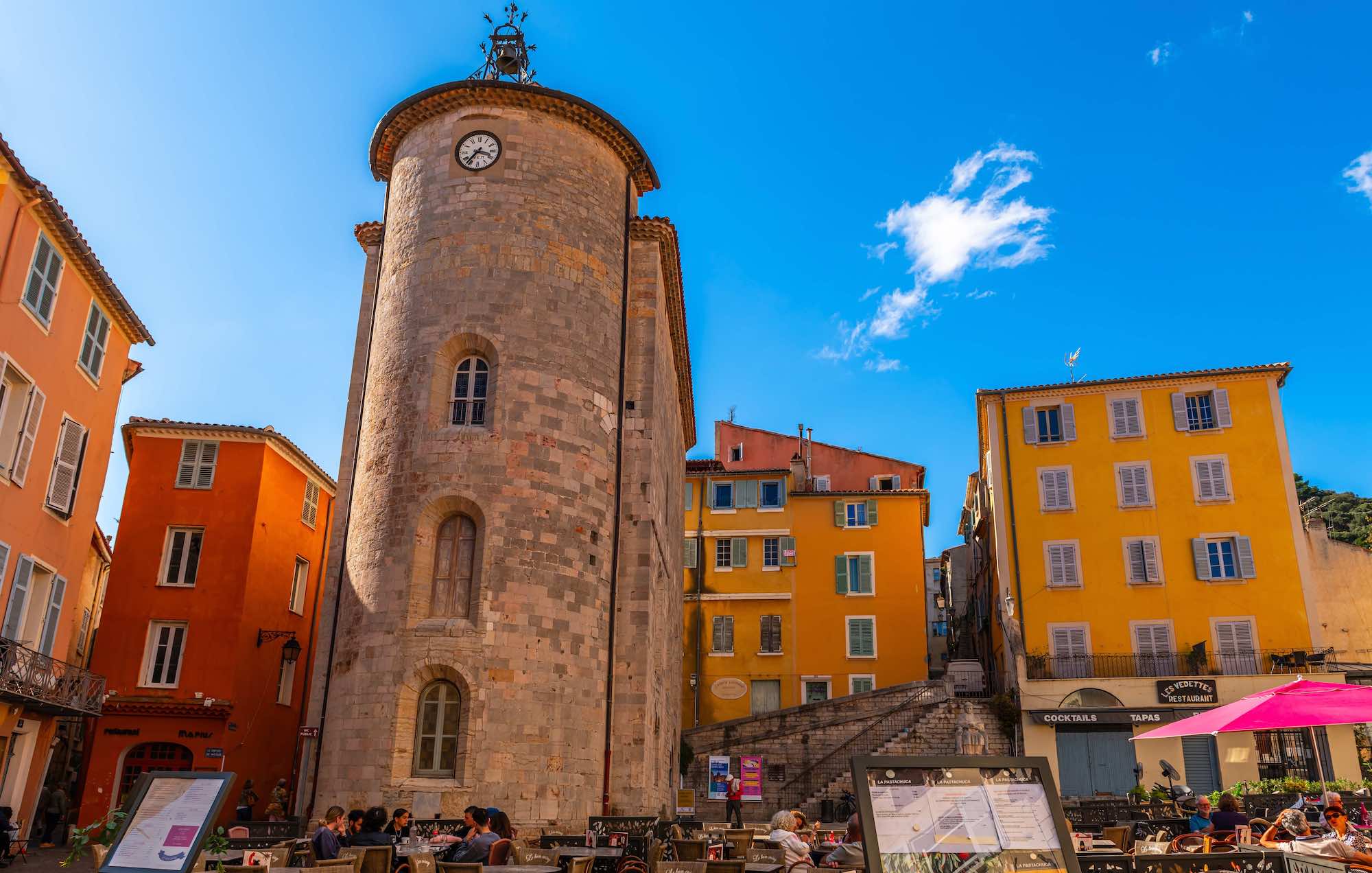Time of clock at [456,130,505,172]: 3:36
